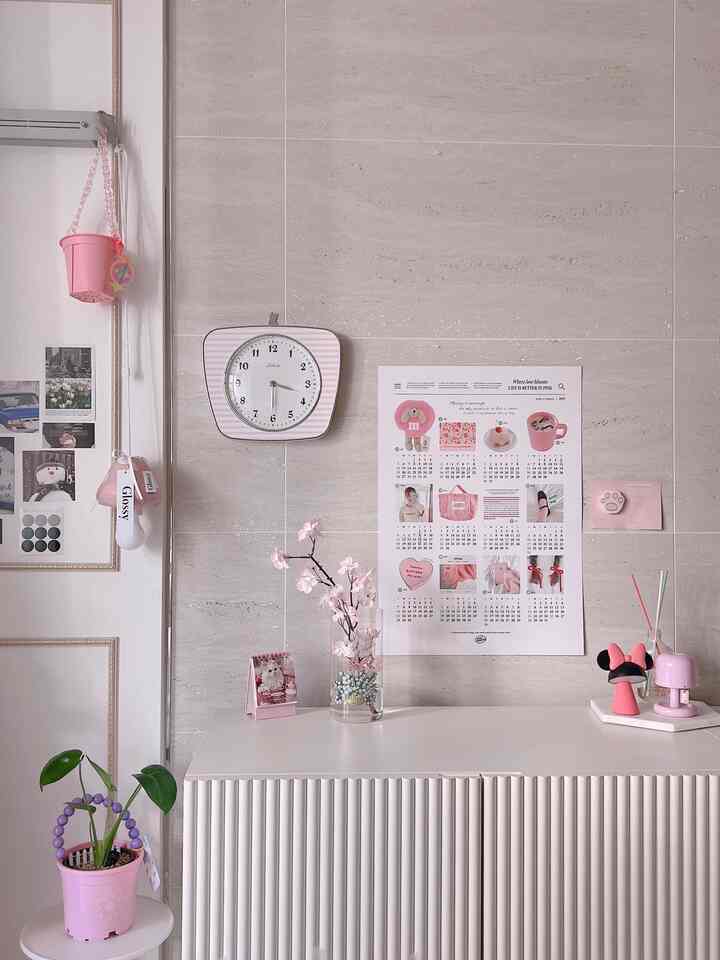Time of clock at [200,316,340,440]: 3:30
